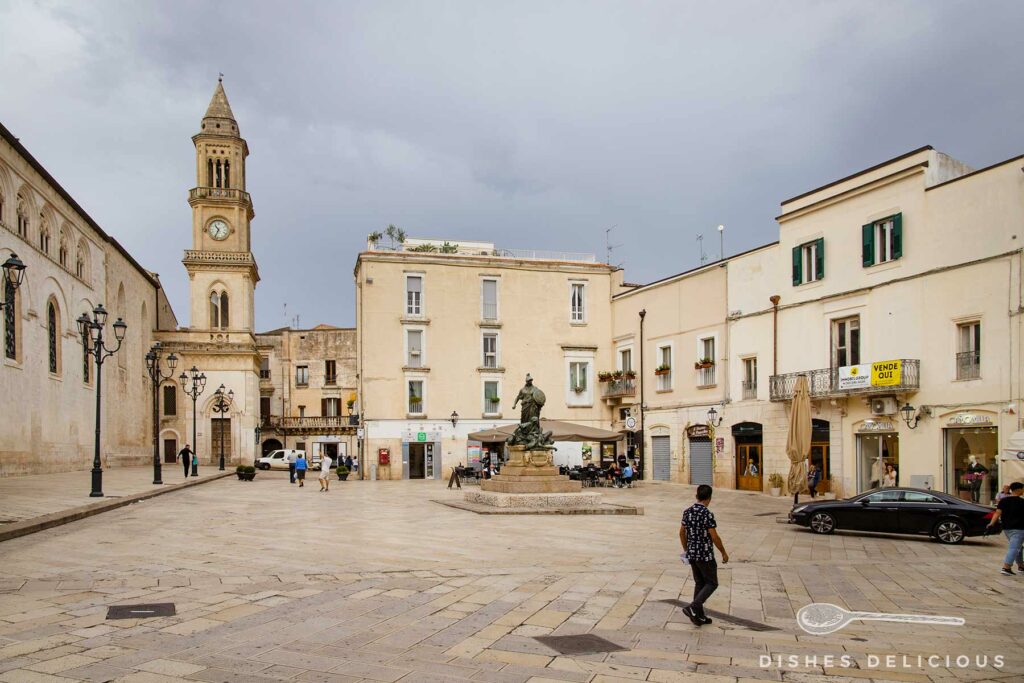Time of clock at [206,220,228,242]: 10:34
